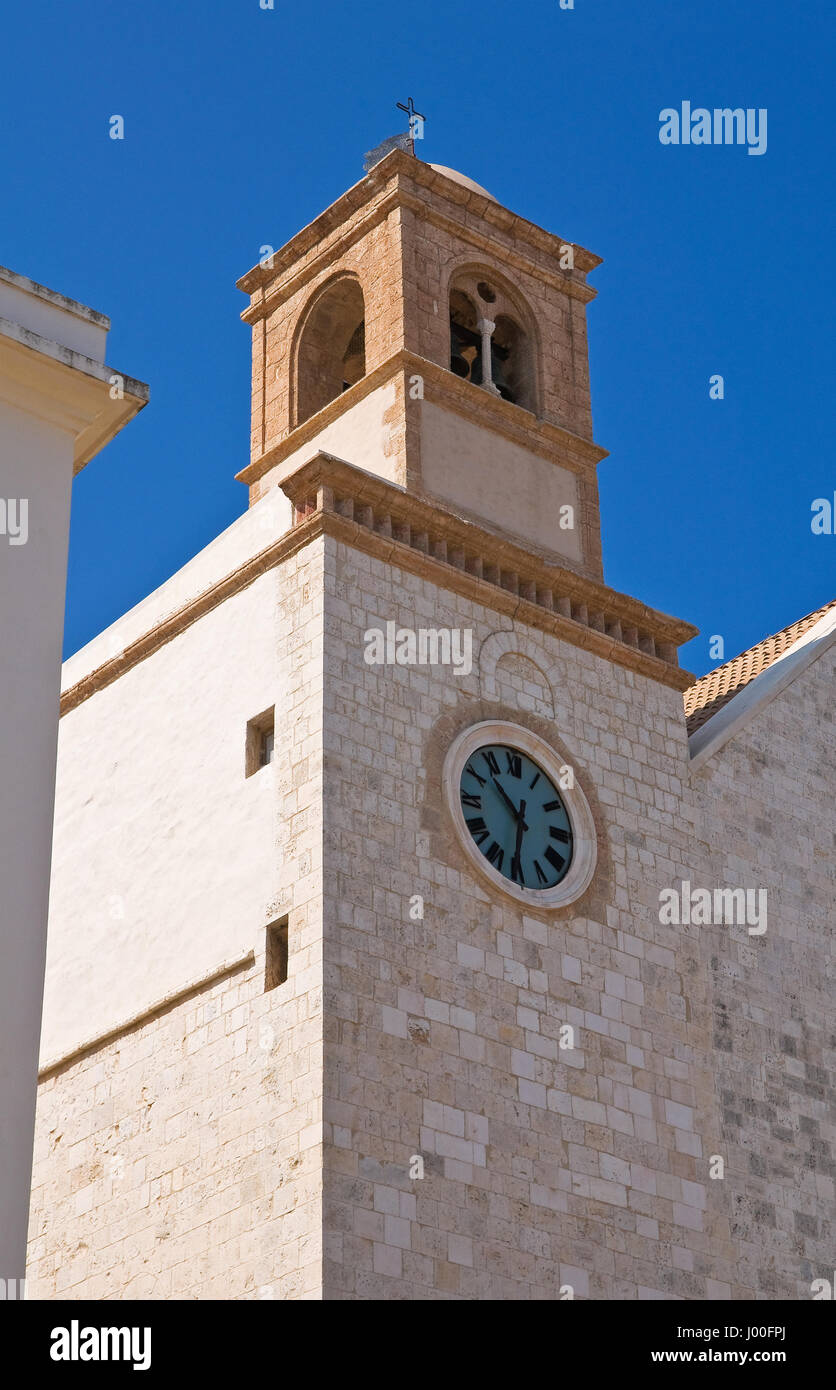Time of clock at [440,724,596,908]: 10:32
